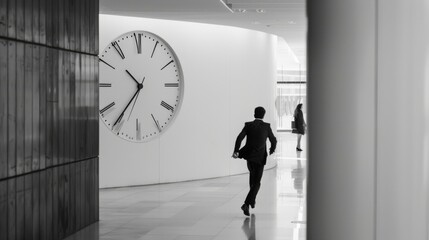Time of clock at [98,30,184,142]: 10:36
